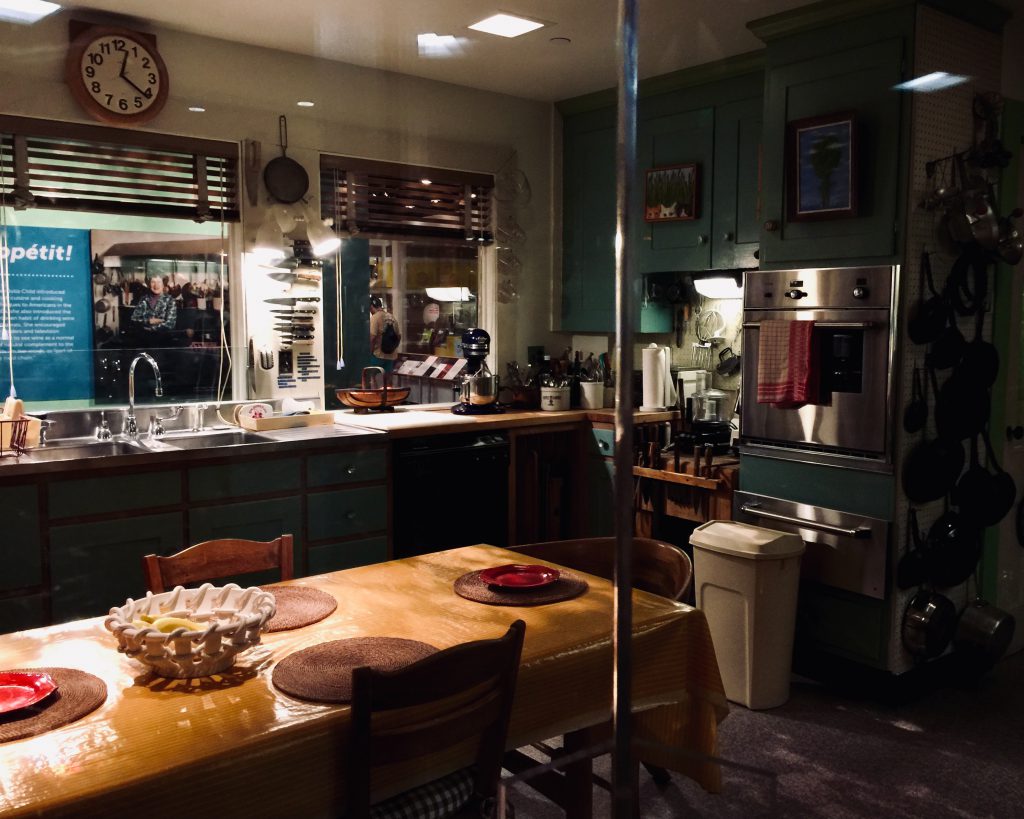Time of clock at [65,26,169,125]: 12:21
